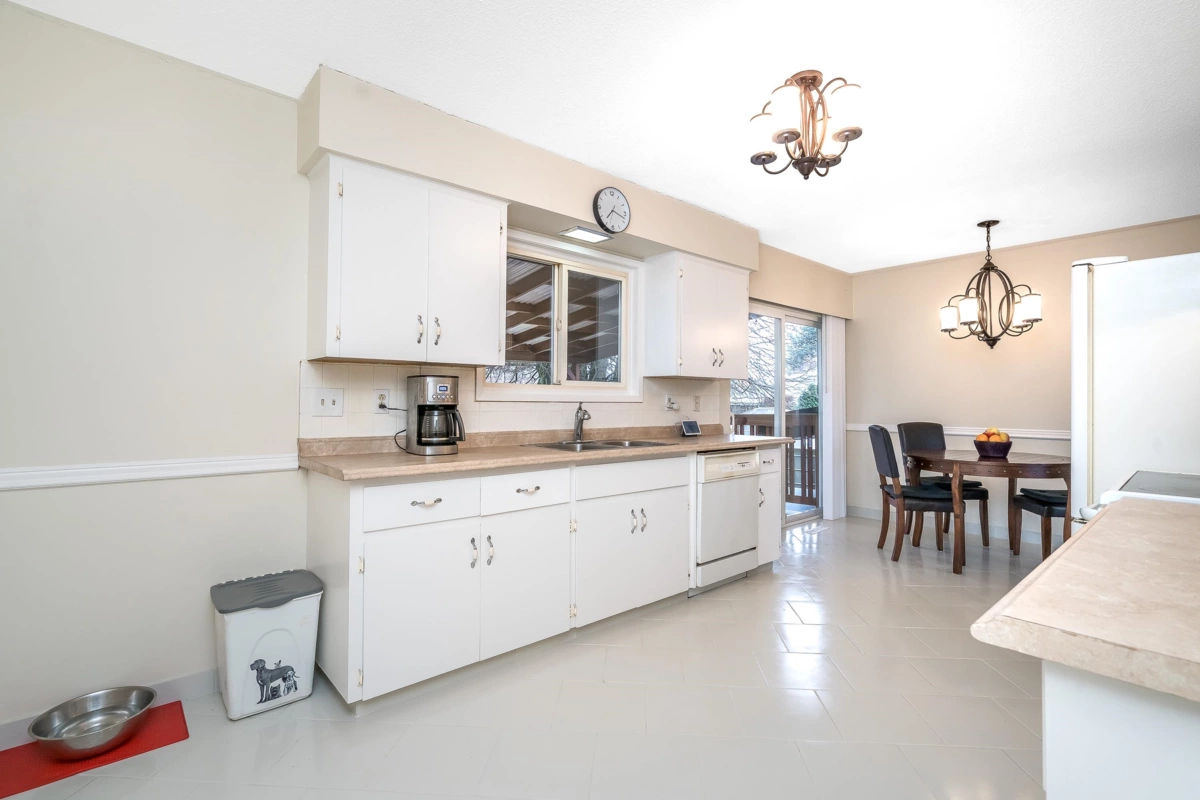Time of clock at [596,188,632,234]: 7:17
